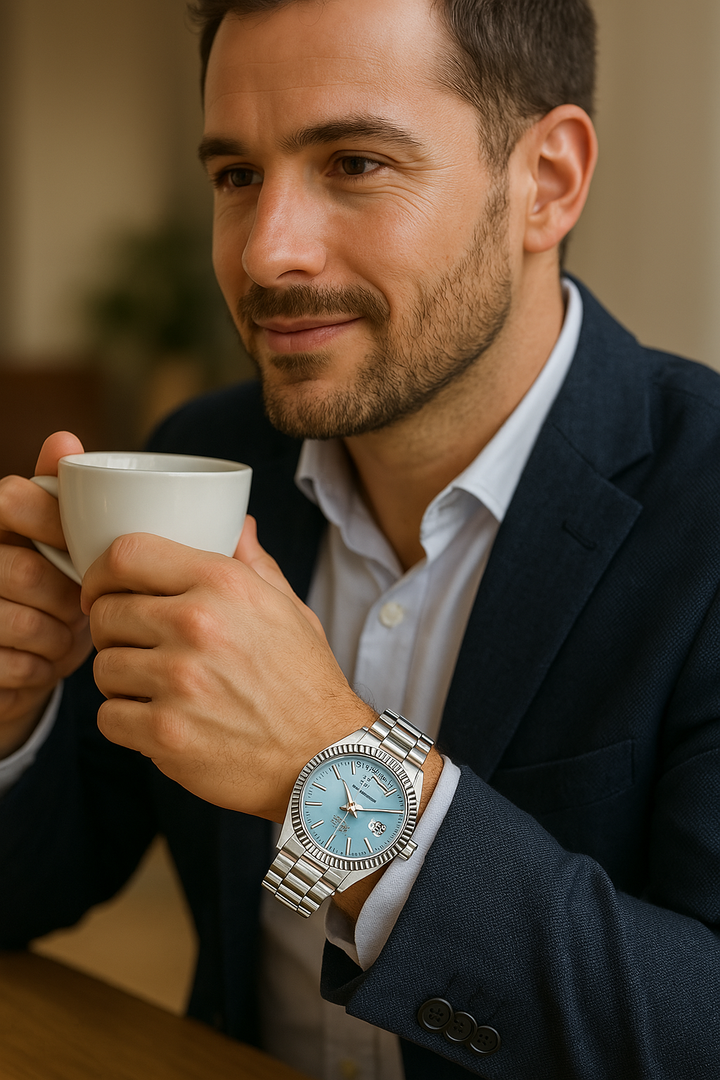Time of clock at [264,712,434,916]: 11:14
